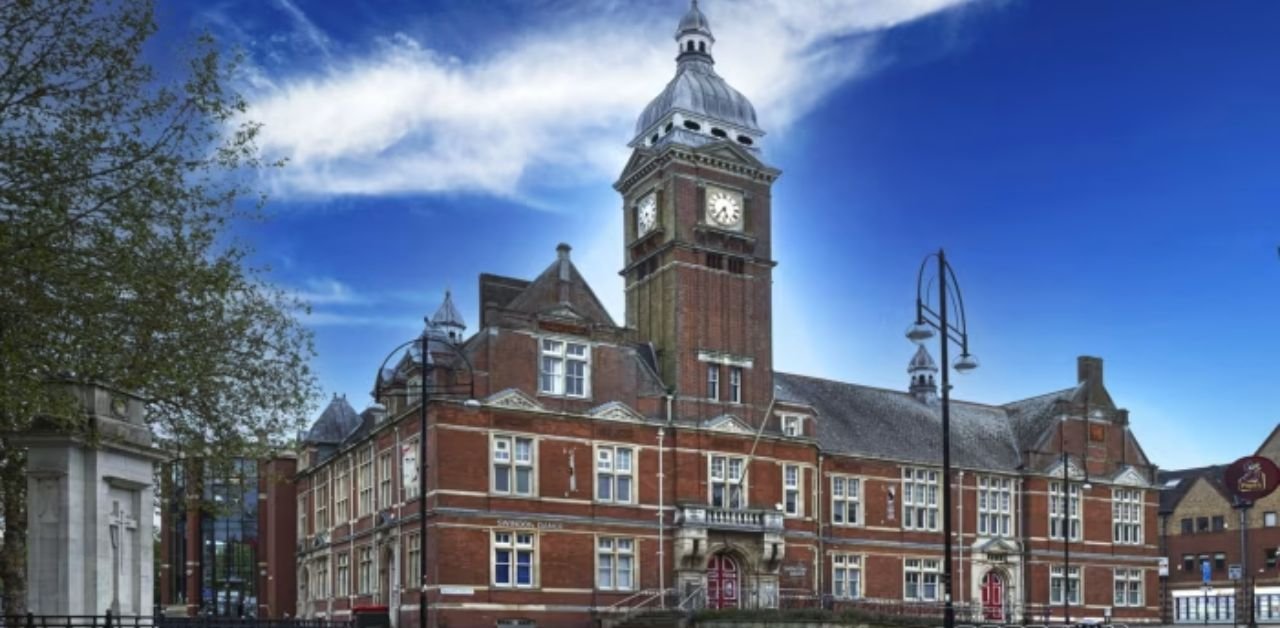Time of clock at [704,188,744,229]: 5:36
